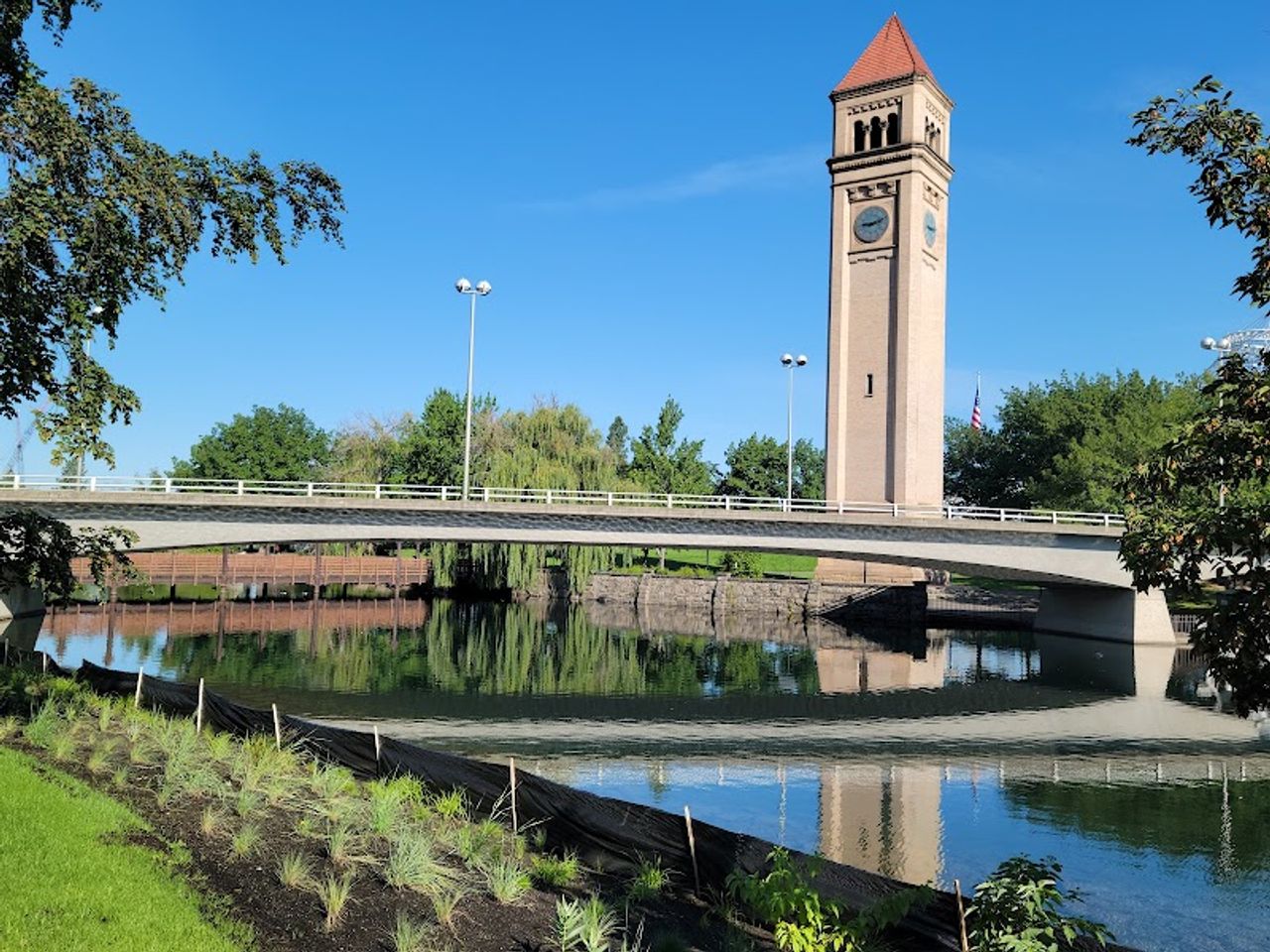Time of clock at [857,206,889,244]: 9:11
